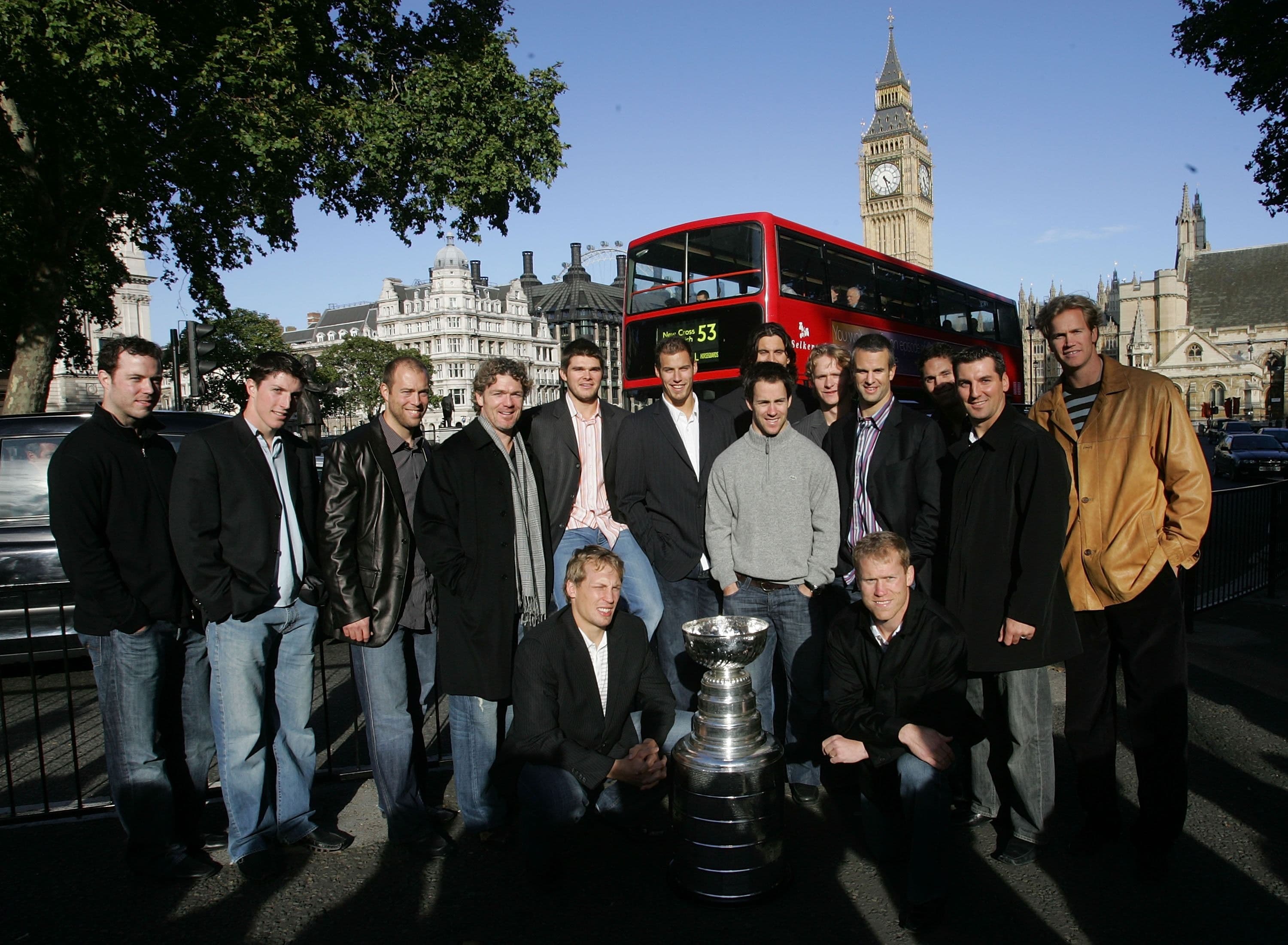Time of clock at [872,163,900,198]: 4:27
